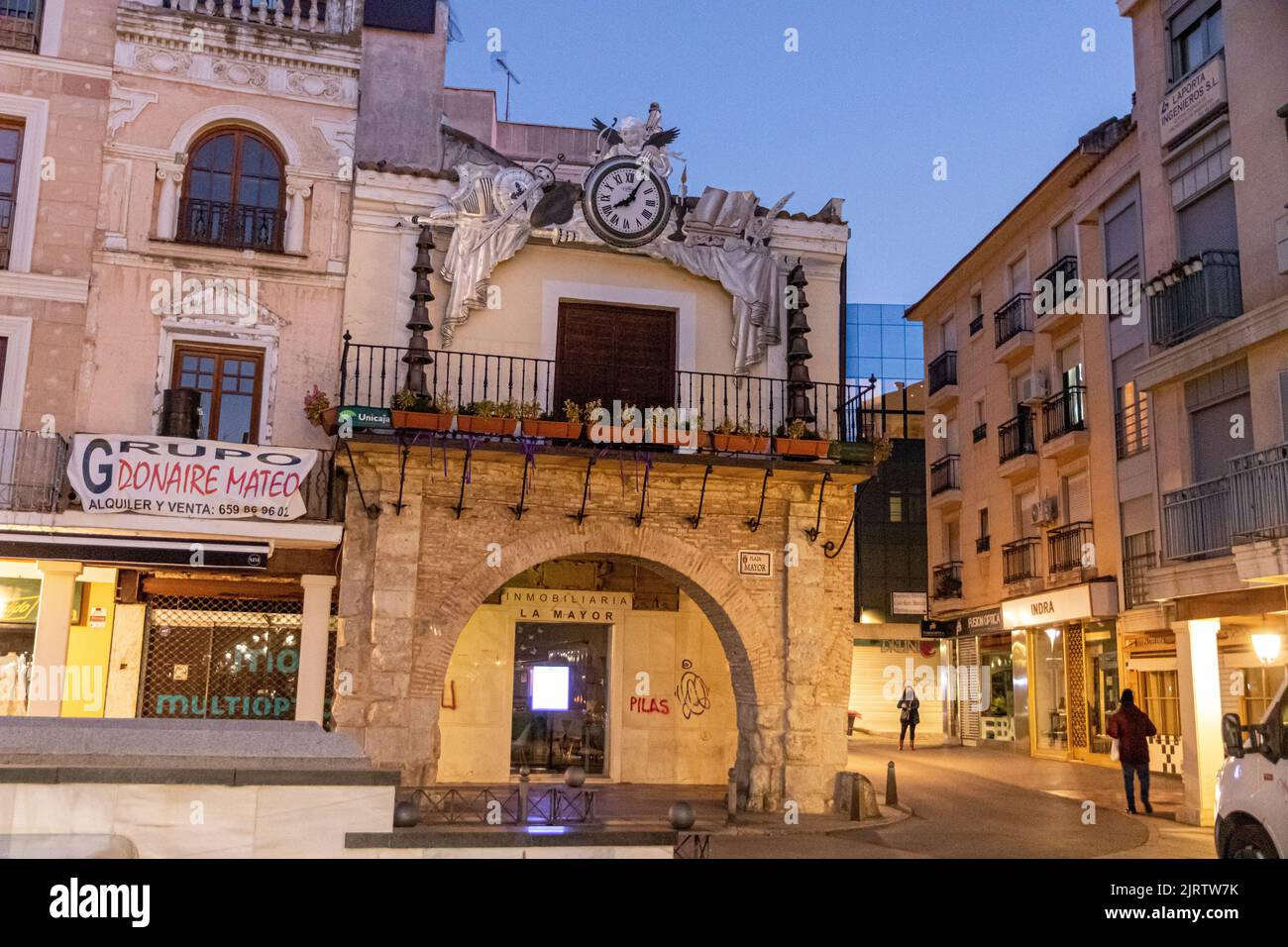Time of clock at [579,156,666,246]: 8:05
